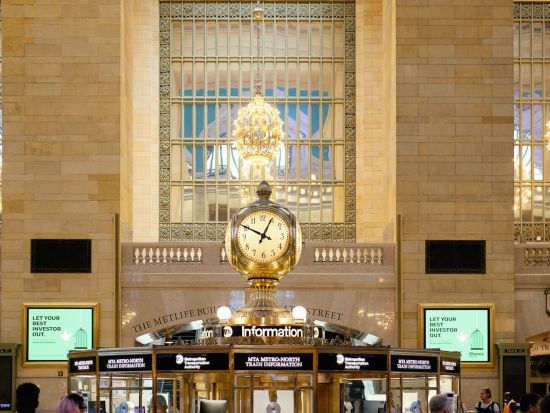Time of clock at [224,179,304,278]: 12:49
